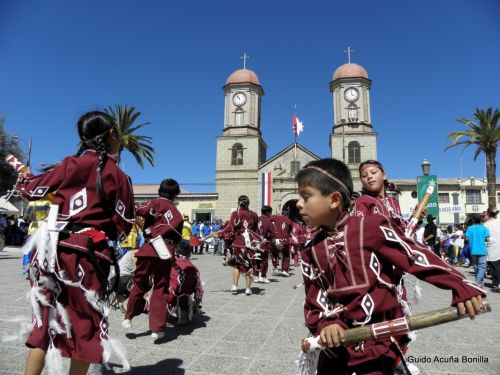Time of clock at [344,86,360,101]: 3:58
